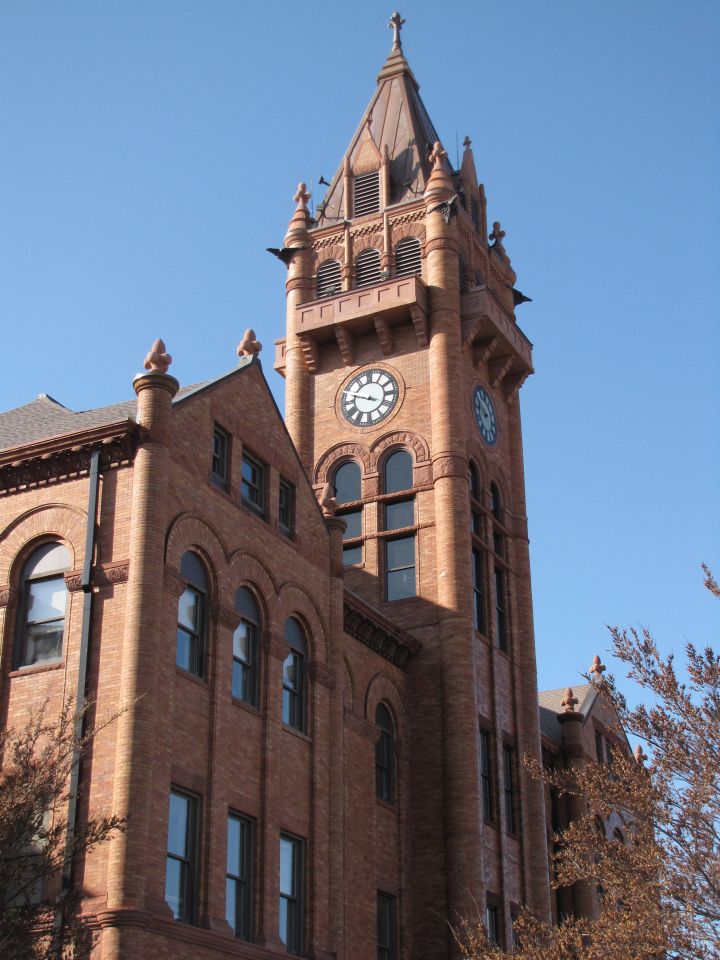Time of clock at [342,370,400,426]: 3:47
